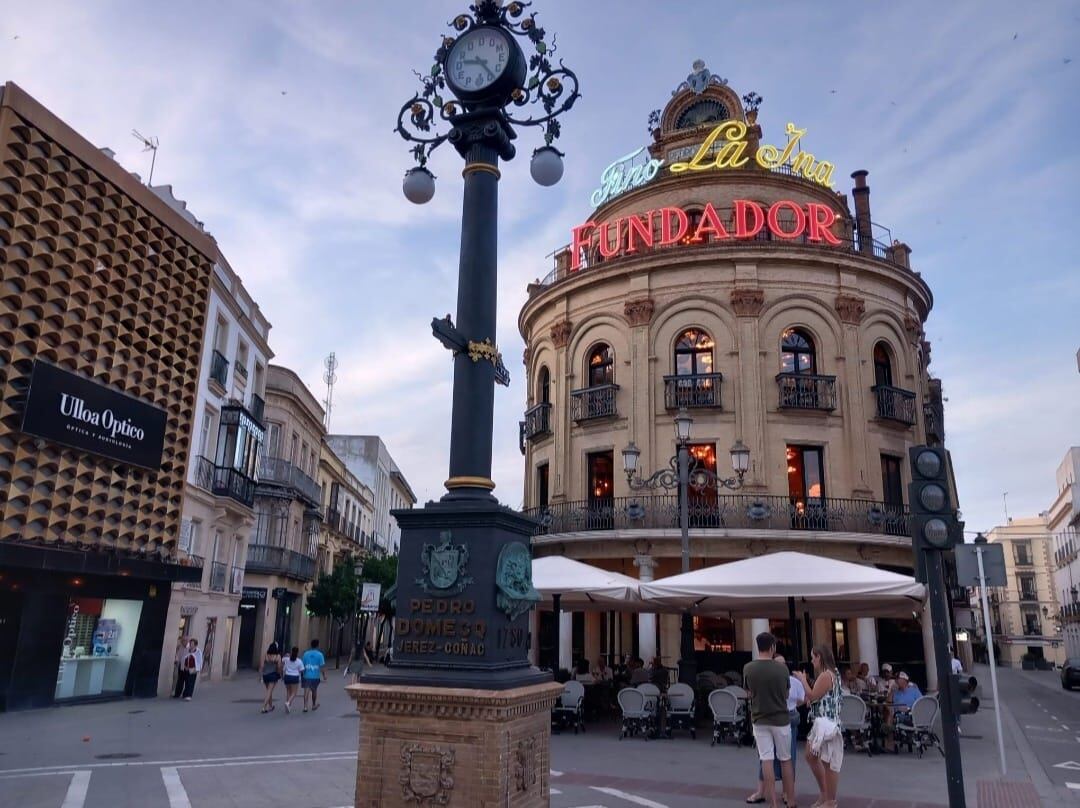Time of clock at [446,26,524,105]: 9:23
